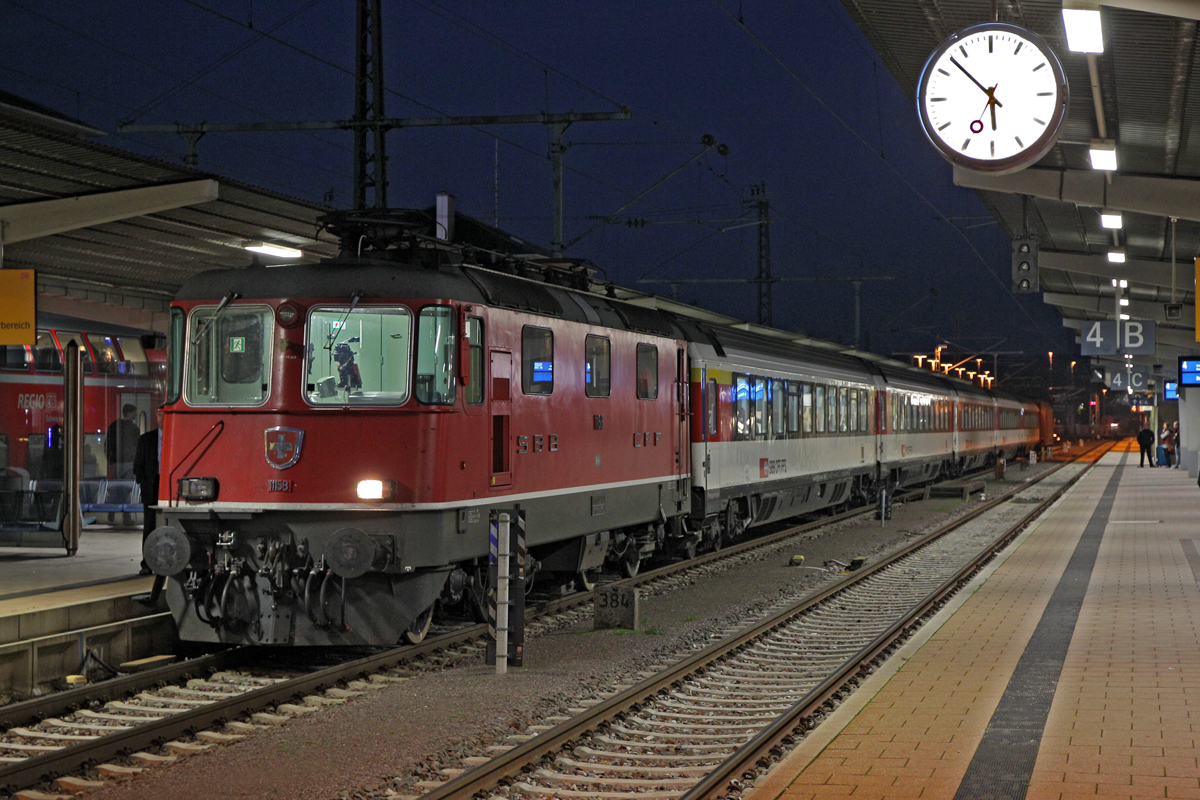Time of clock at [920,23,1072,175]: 5:52
